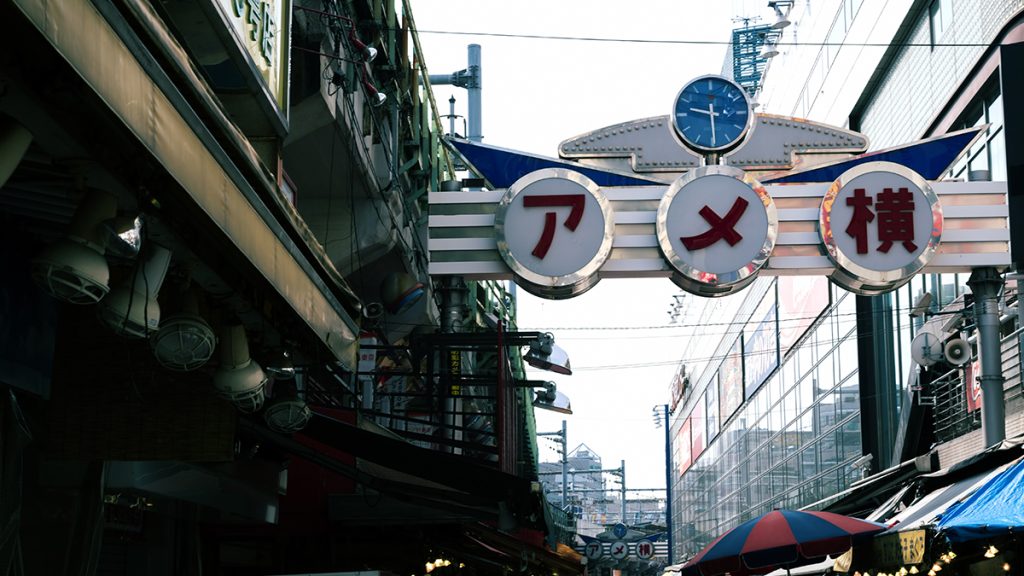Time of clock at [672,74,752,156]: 9:29
